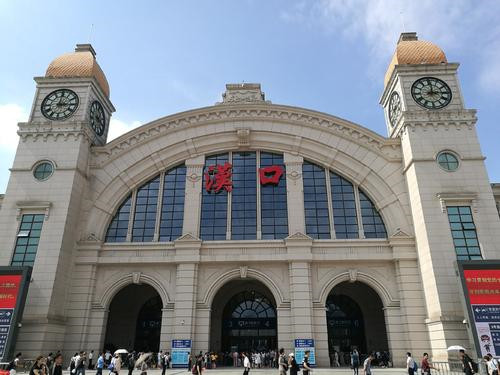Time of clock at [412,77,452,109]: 12:14
